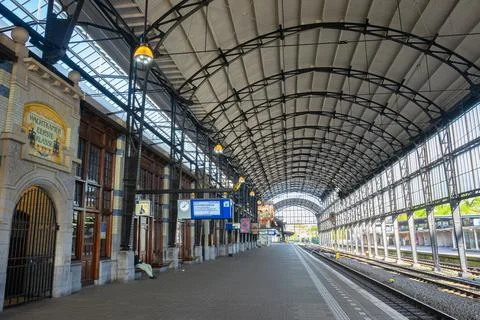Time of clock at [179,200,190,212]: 8:07
